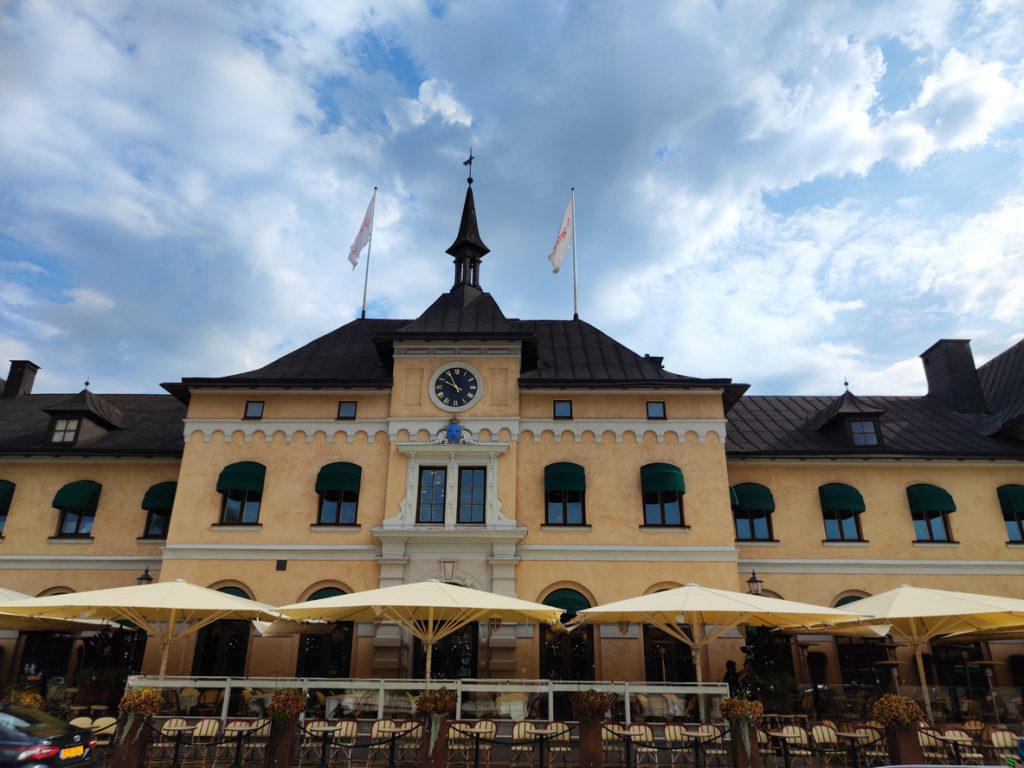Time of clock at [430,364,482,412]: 9:55
